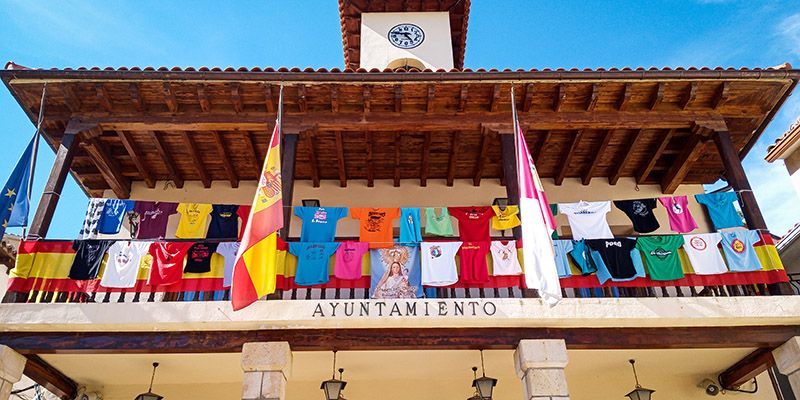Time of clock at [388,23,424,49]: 4:47
